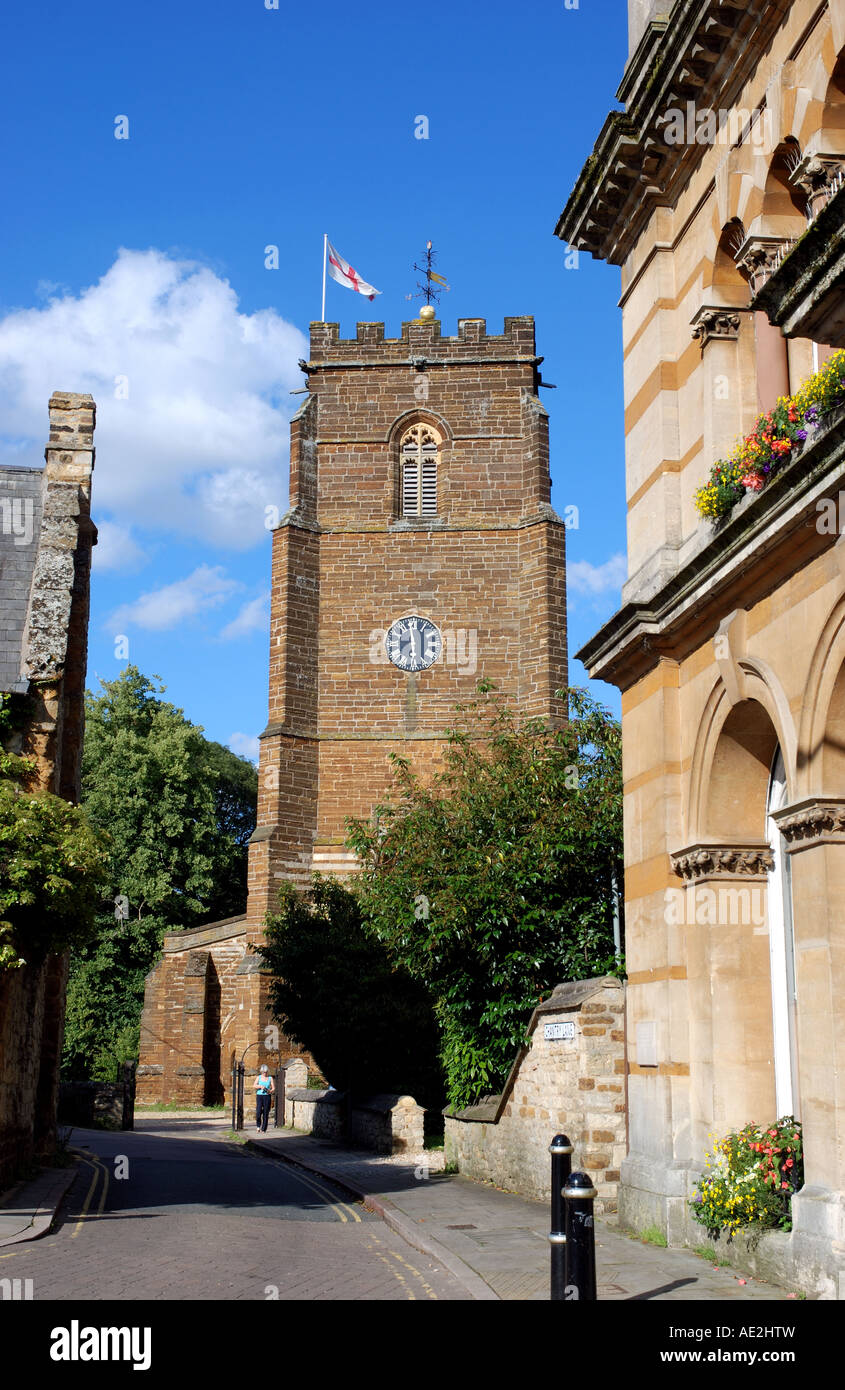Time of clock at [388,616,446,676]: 5:58
